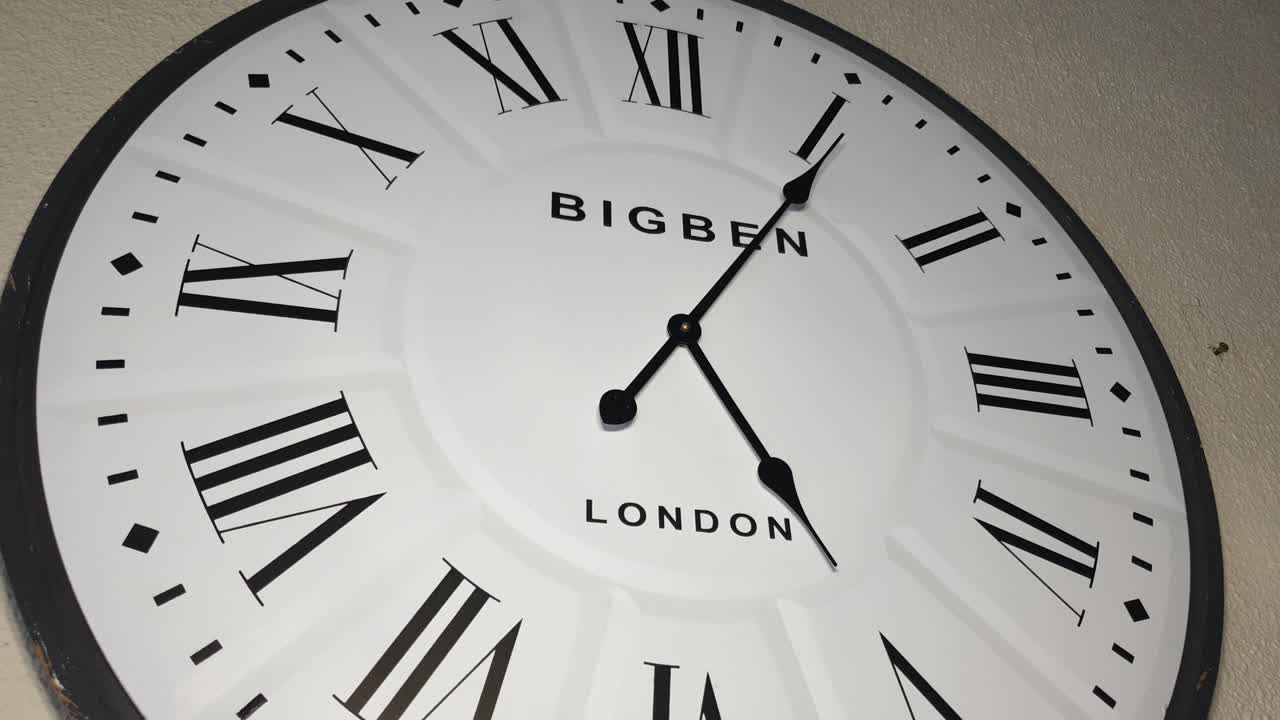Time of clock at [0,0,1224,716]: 5:05
